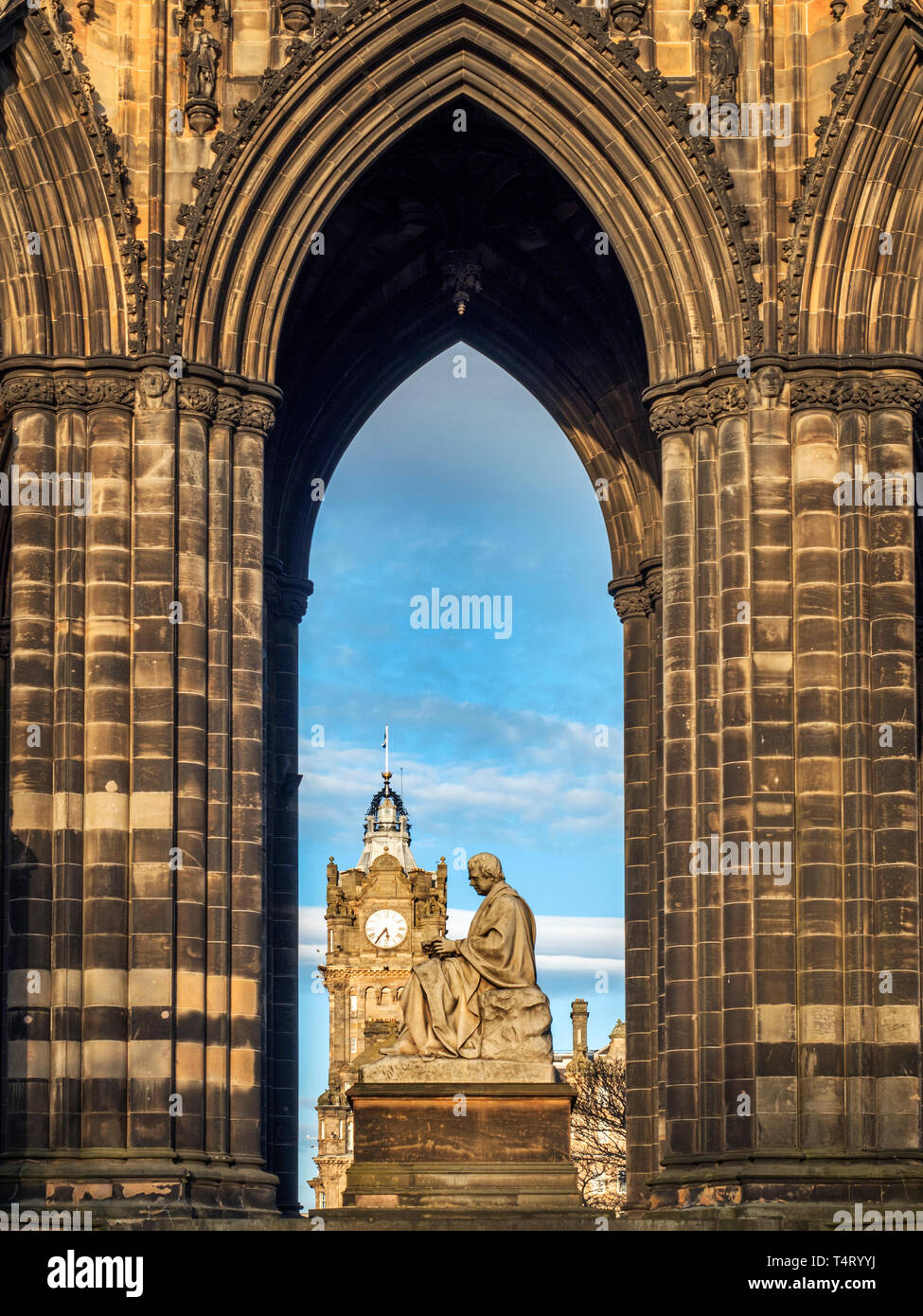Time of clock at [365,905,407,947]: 5:36
